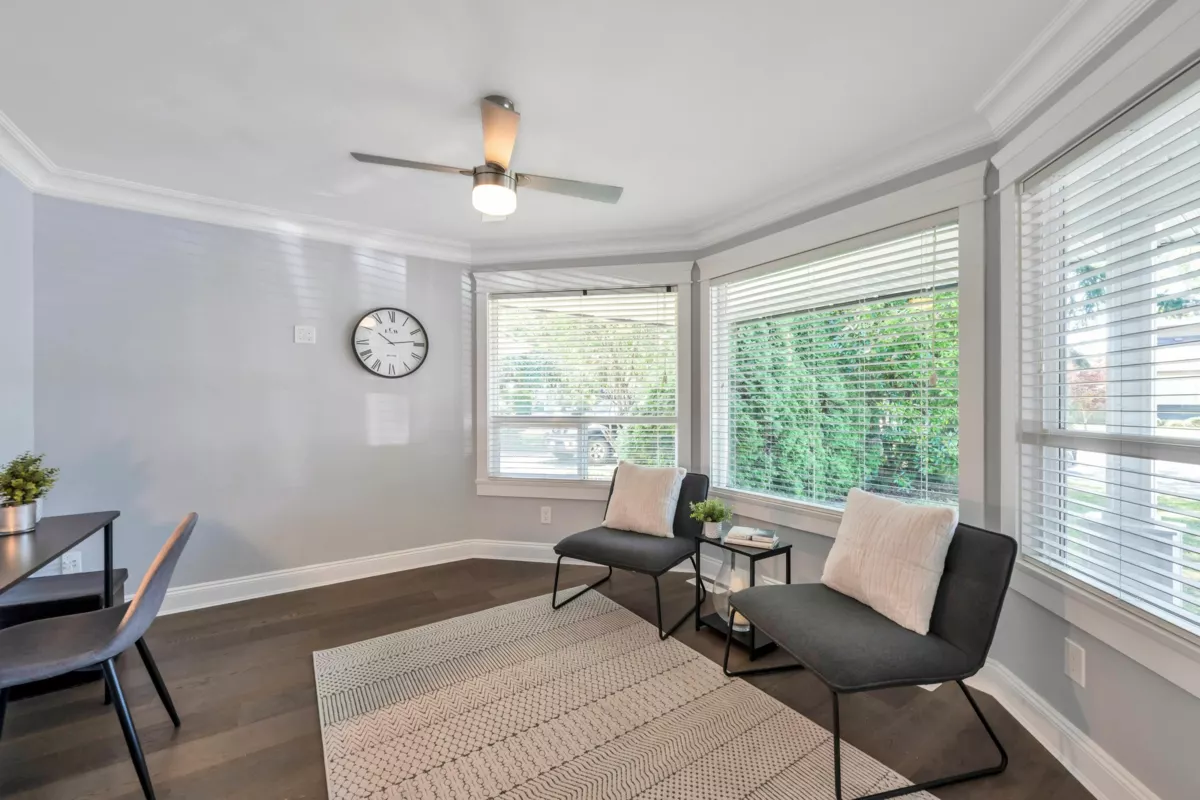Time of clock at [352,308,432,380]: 10:13
